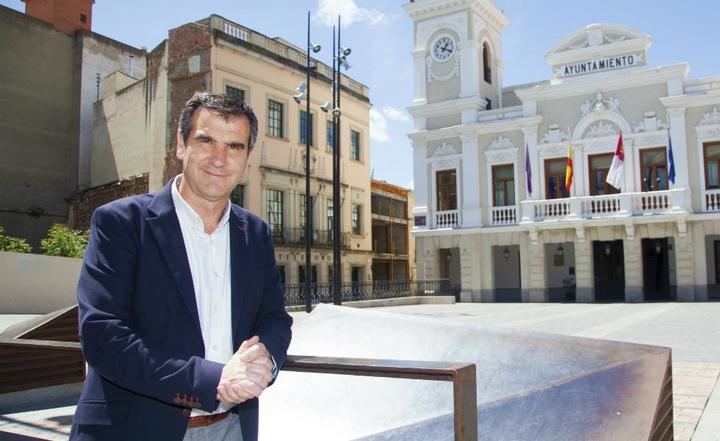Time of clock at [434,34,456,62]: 1:18
